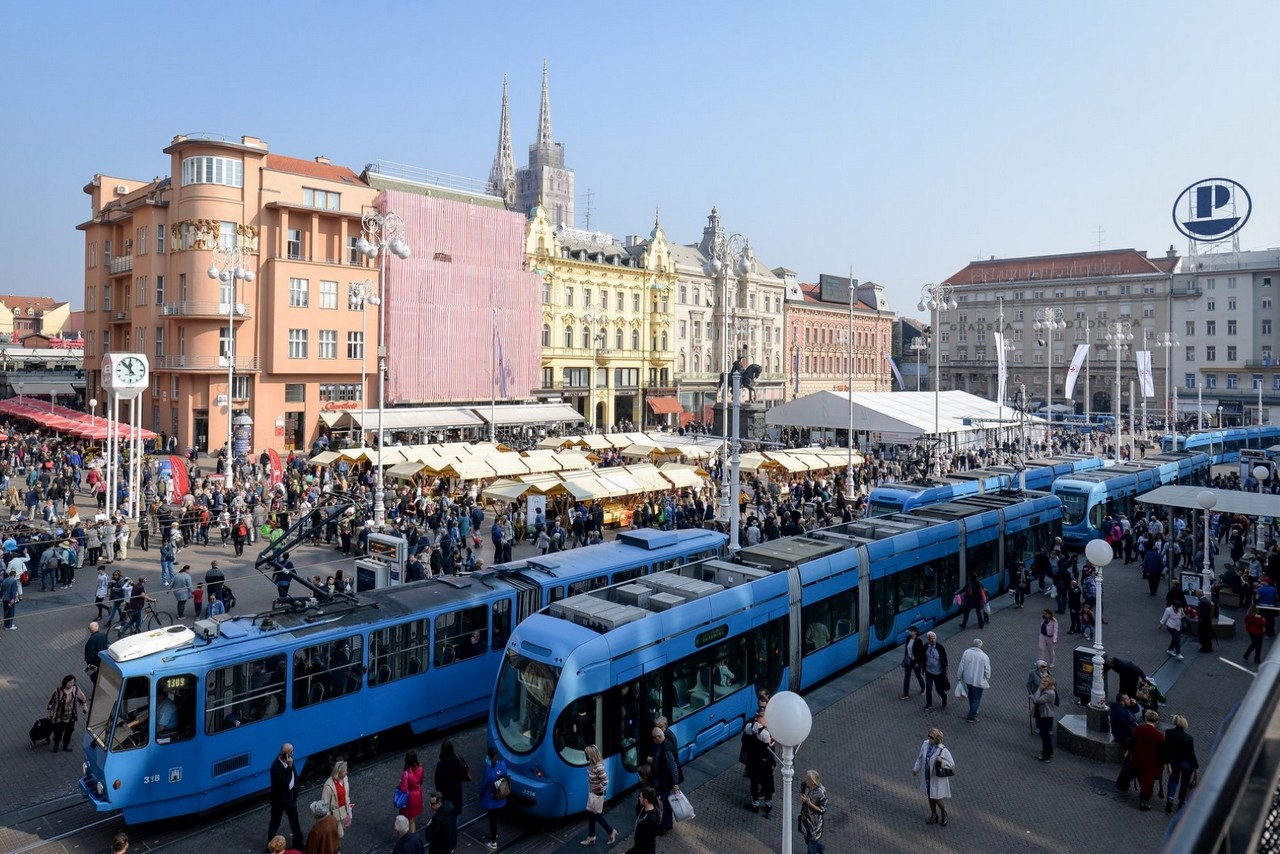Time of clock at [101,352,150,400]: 11:52
